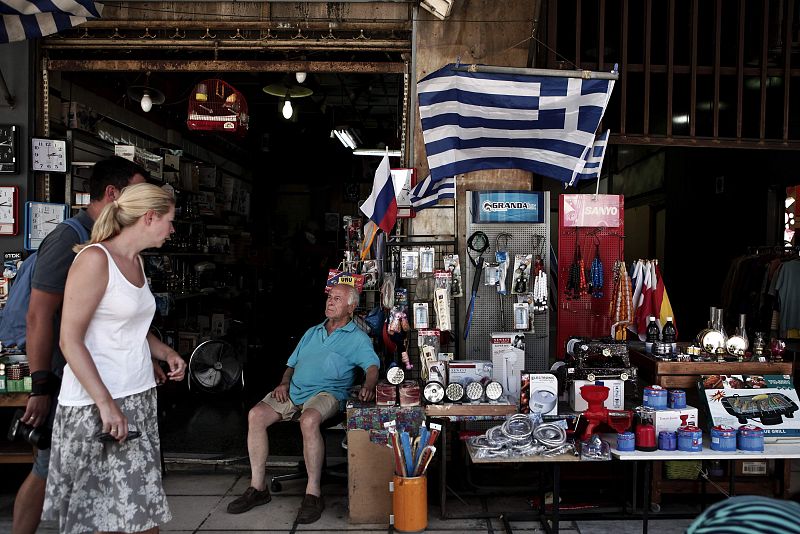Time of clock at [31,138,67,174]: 2:14
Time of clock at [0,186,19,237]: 2:15
